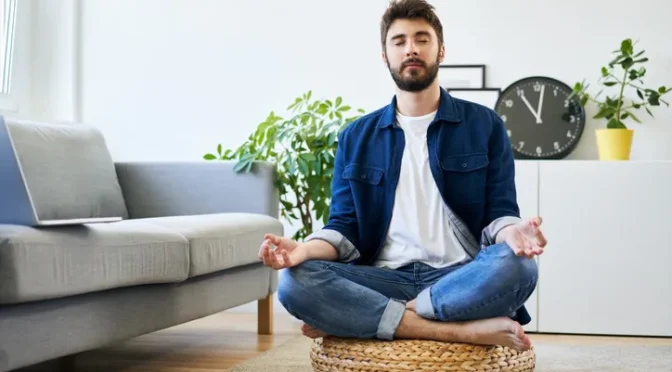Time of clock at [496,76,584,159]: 11:01
